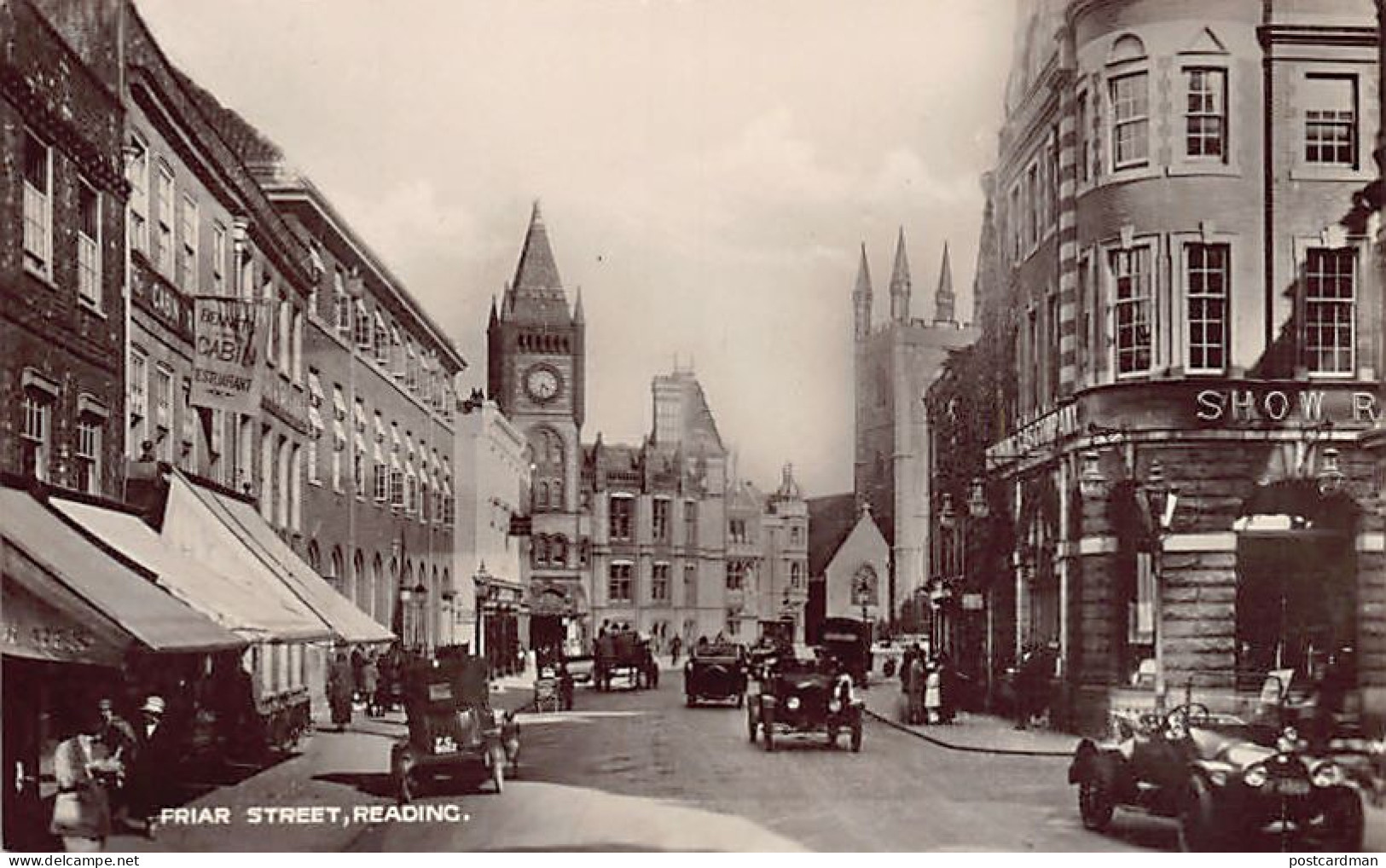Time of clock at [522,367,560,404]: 4:31
